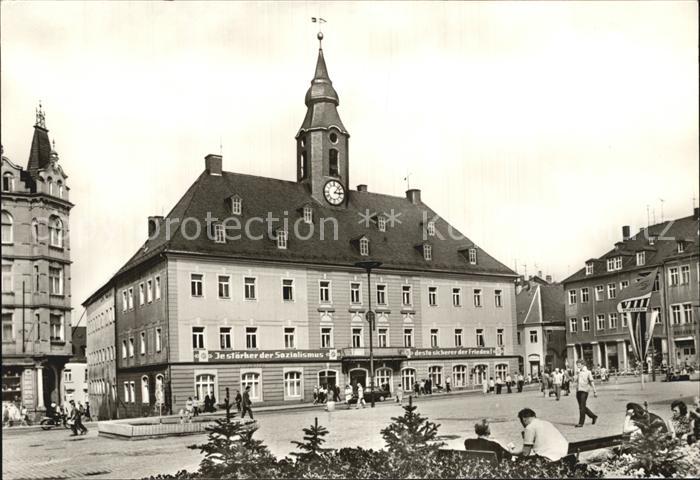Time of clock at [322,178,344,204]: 3:06
